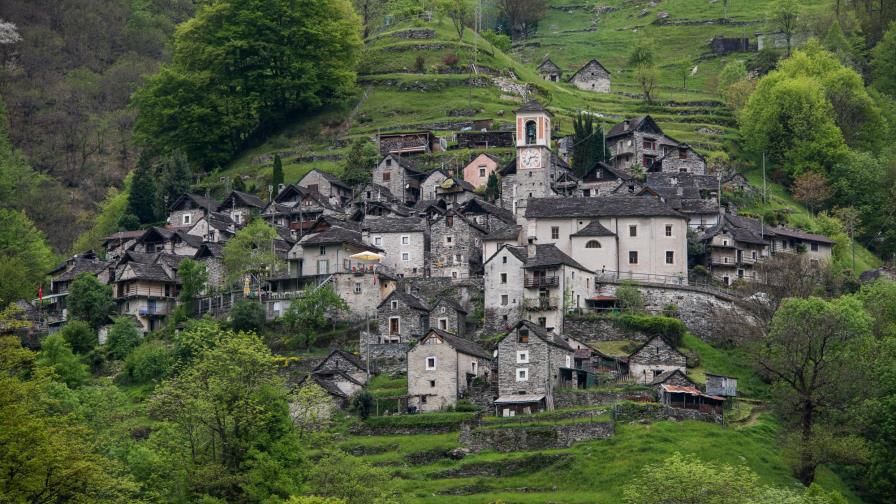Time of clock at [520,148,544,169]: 2:33
